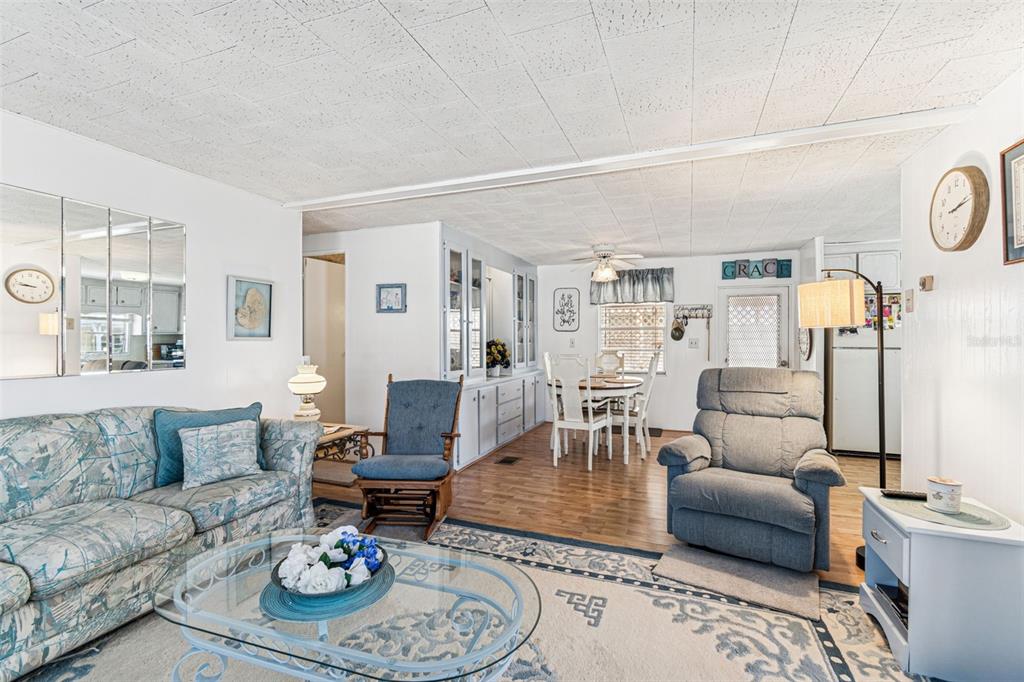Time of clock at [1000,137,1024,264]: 2:12
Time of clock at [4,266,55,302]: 9:47
